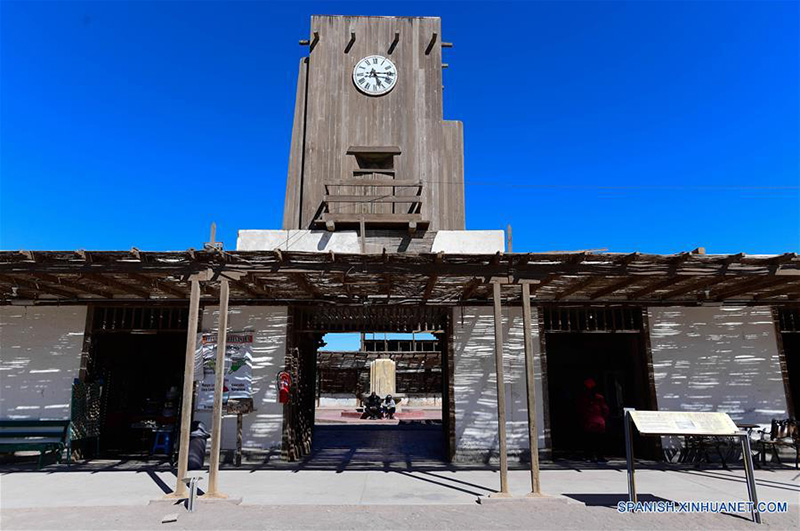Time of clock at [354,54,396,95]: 5:14
